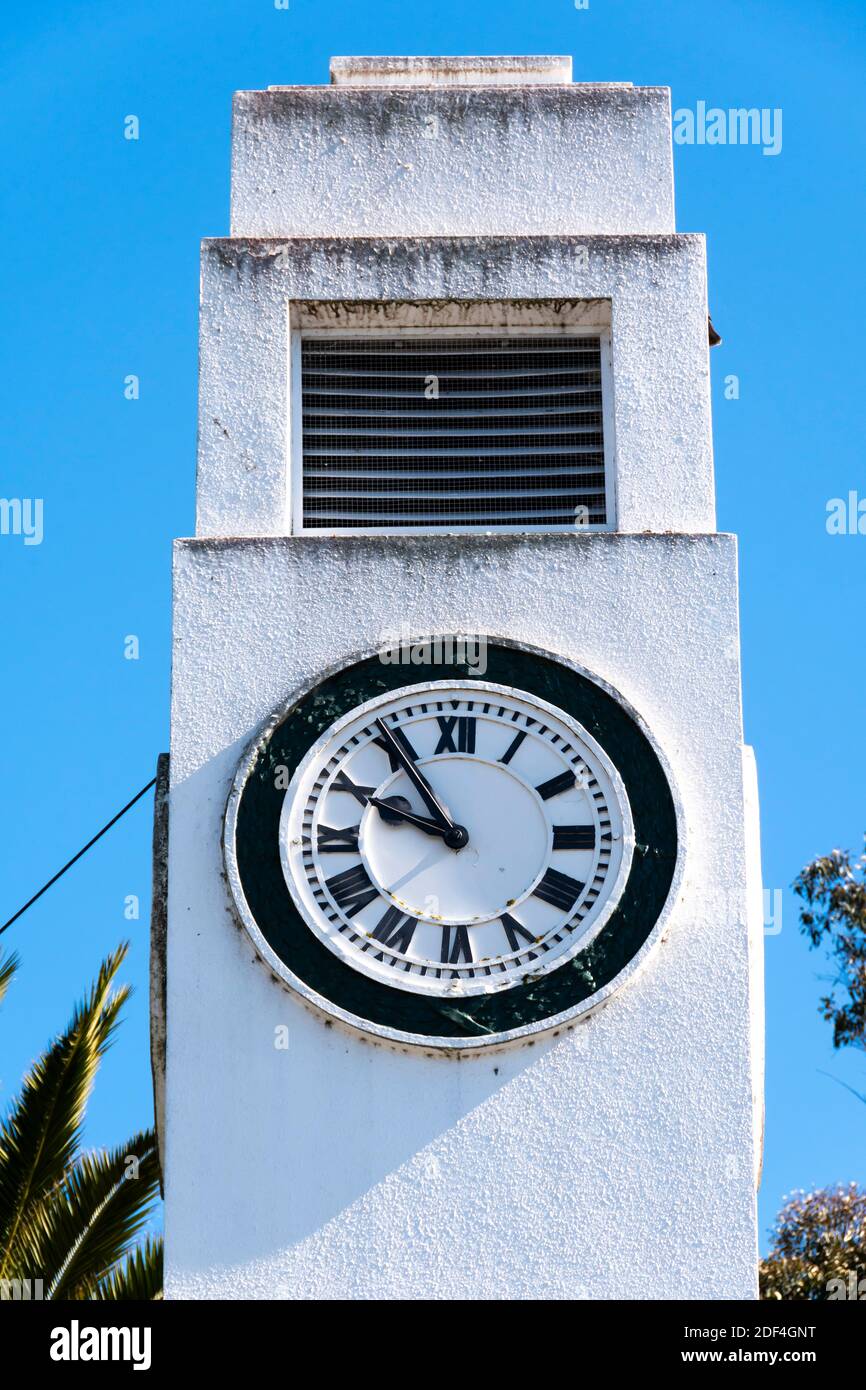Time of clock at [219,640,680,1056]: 9:54
